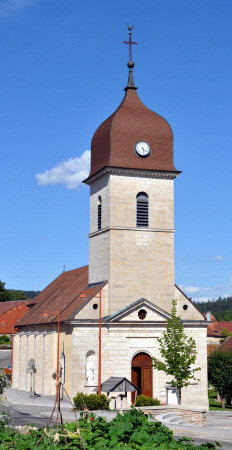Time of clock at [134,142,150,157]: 4:28
